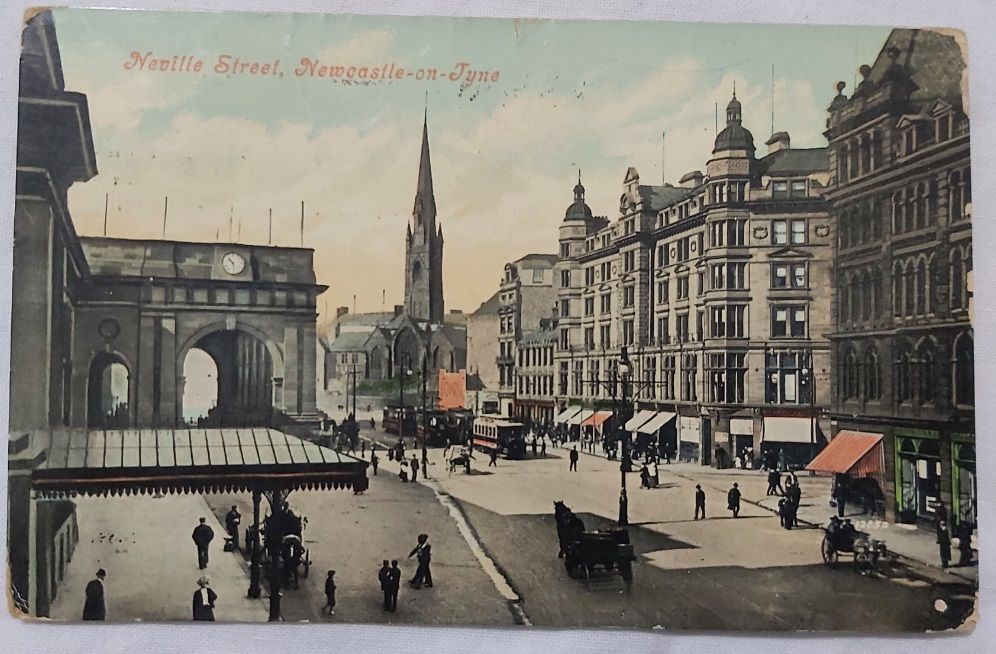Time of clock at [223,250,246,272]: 10:28
